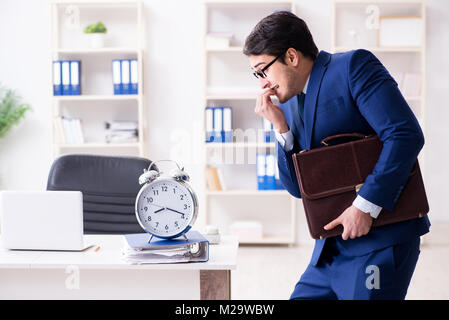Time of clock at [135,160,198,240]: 8:18
